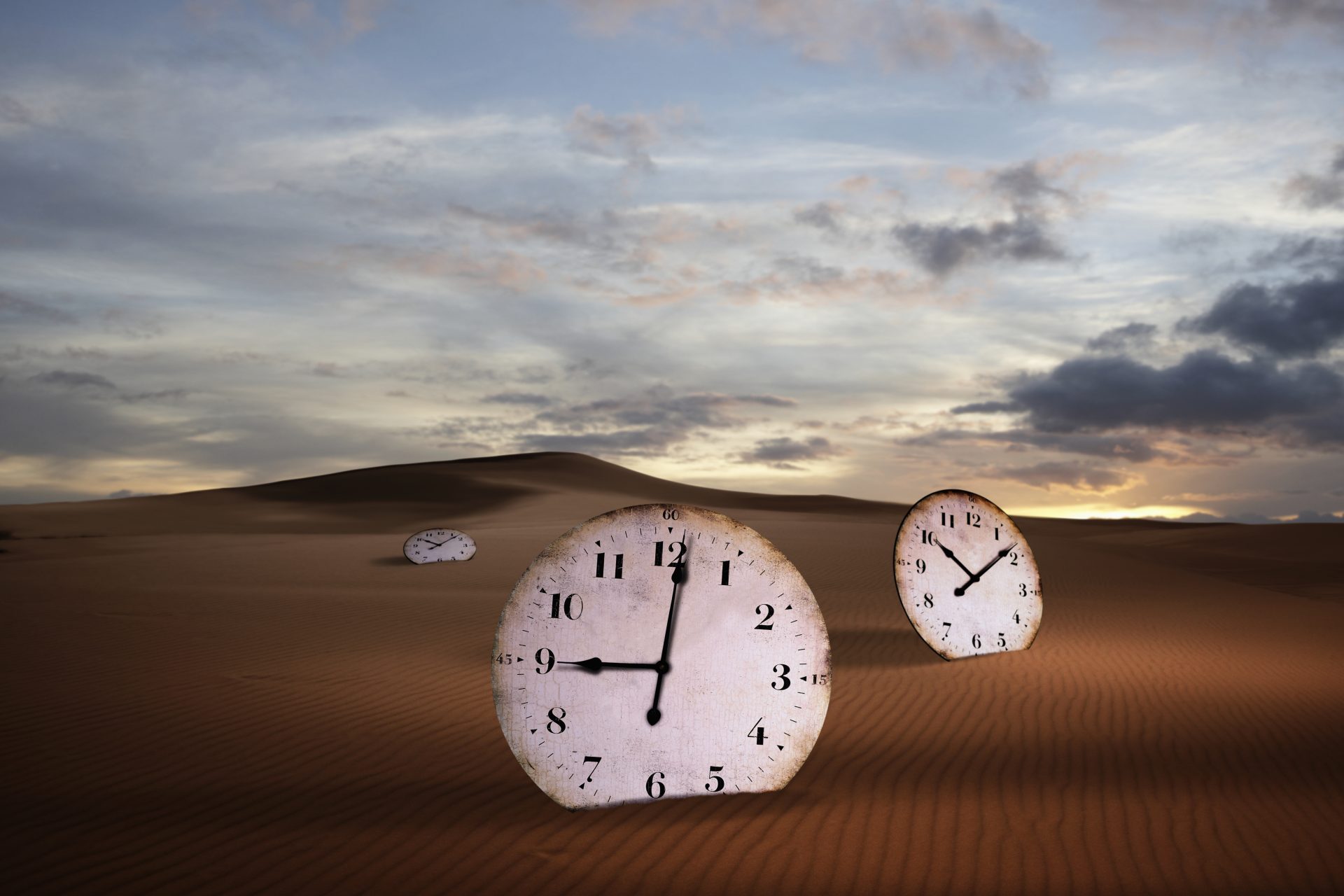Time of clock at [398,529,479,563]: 10:07
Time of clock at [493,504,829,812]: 9:01
